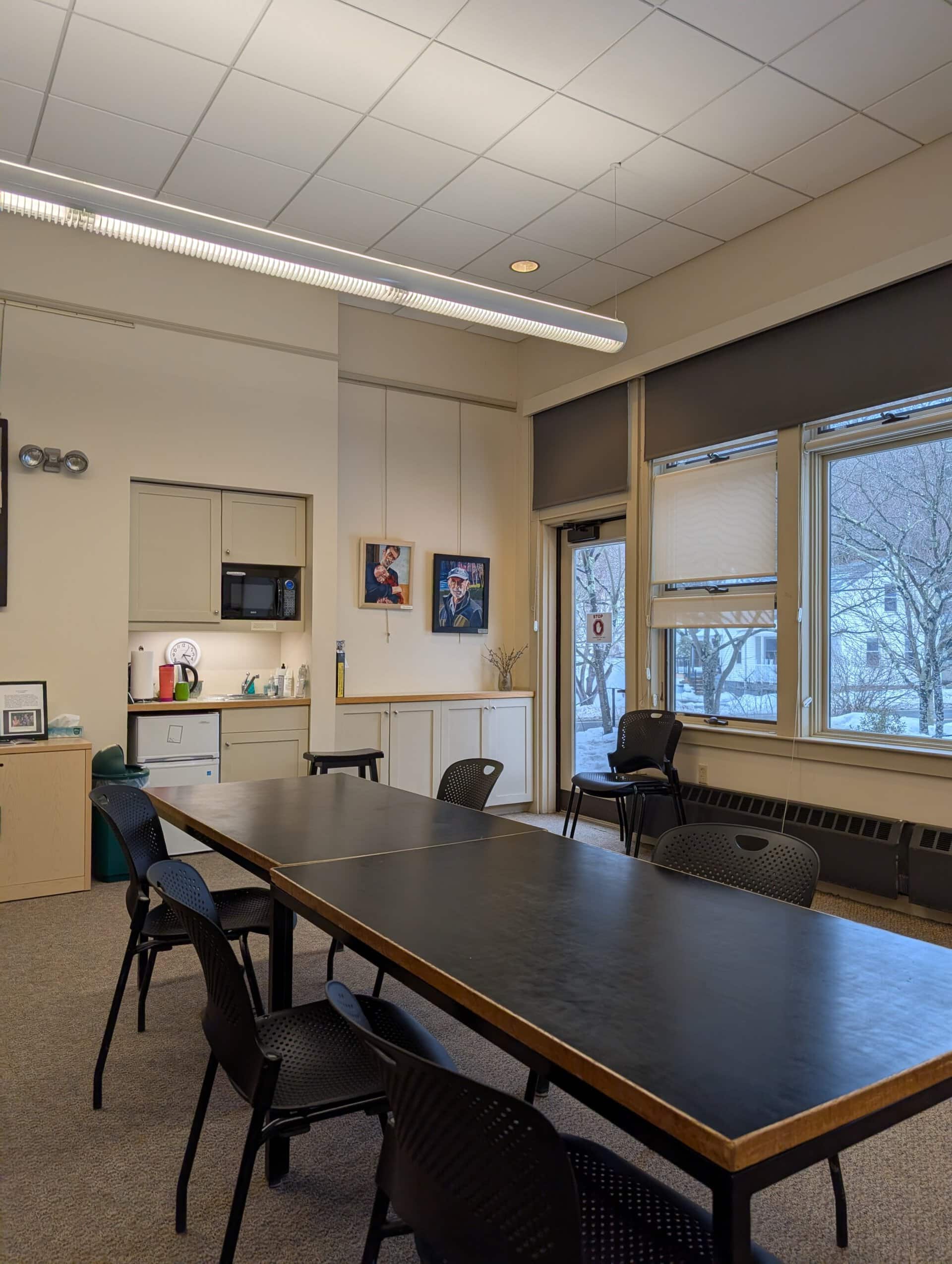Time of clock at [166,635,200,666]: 3:24
